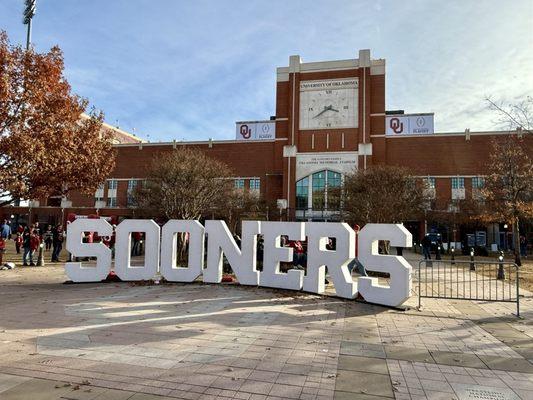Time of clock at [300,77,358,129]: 3:39
